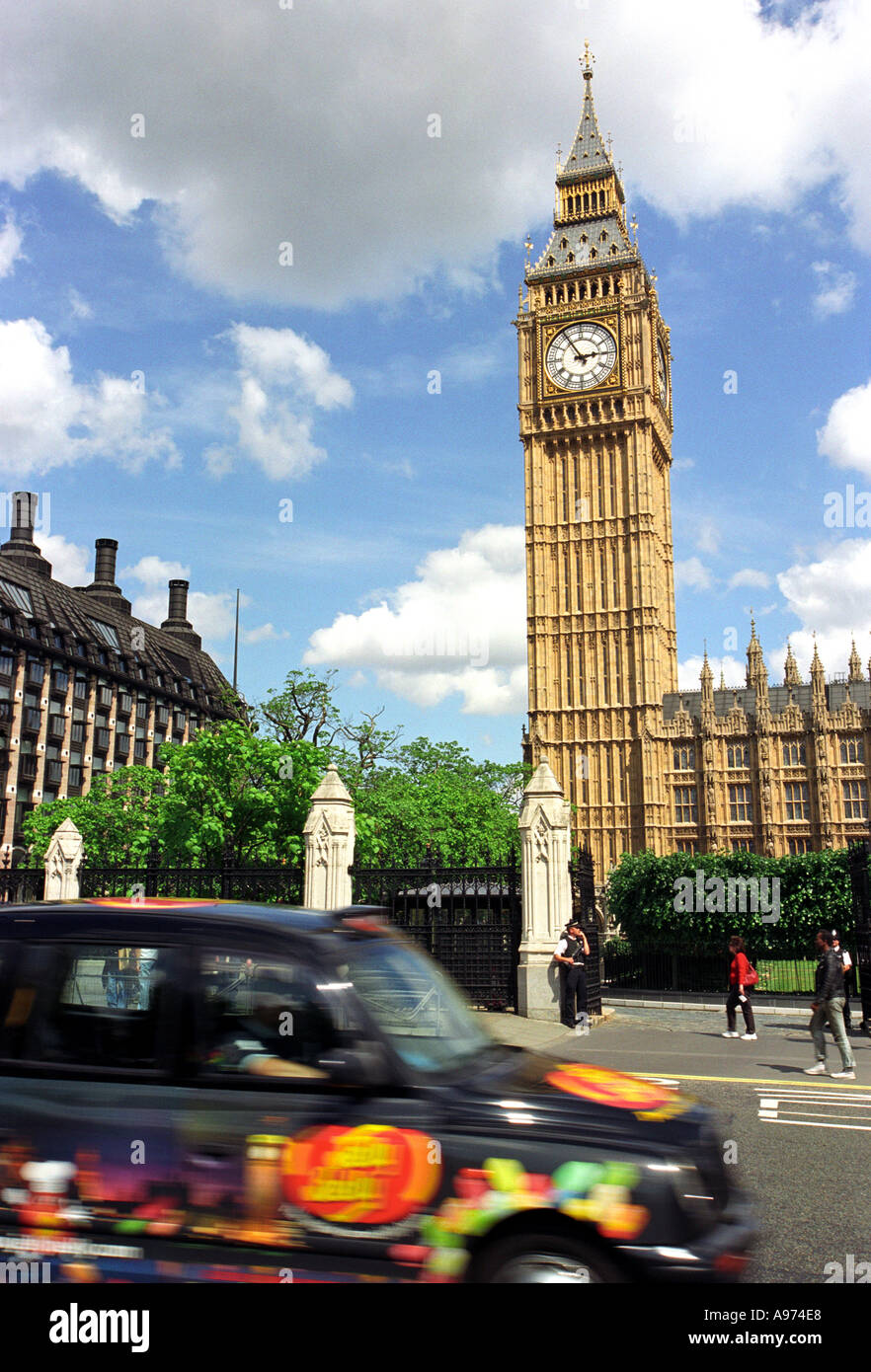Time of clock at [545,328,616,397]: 2:54
